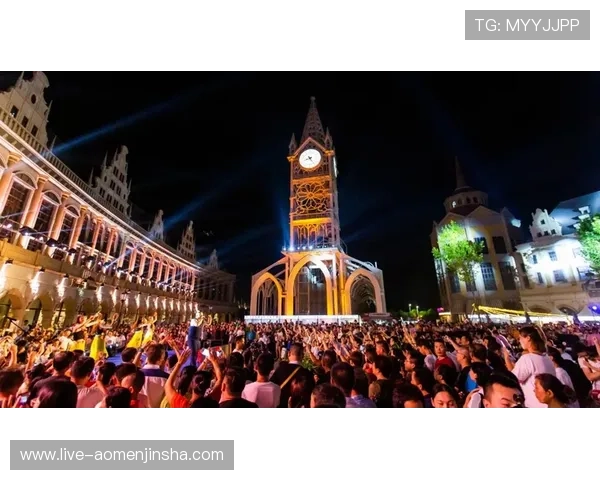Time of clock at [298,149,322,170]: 8:24
